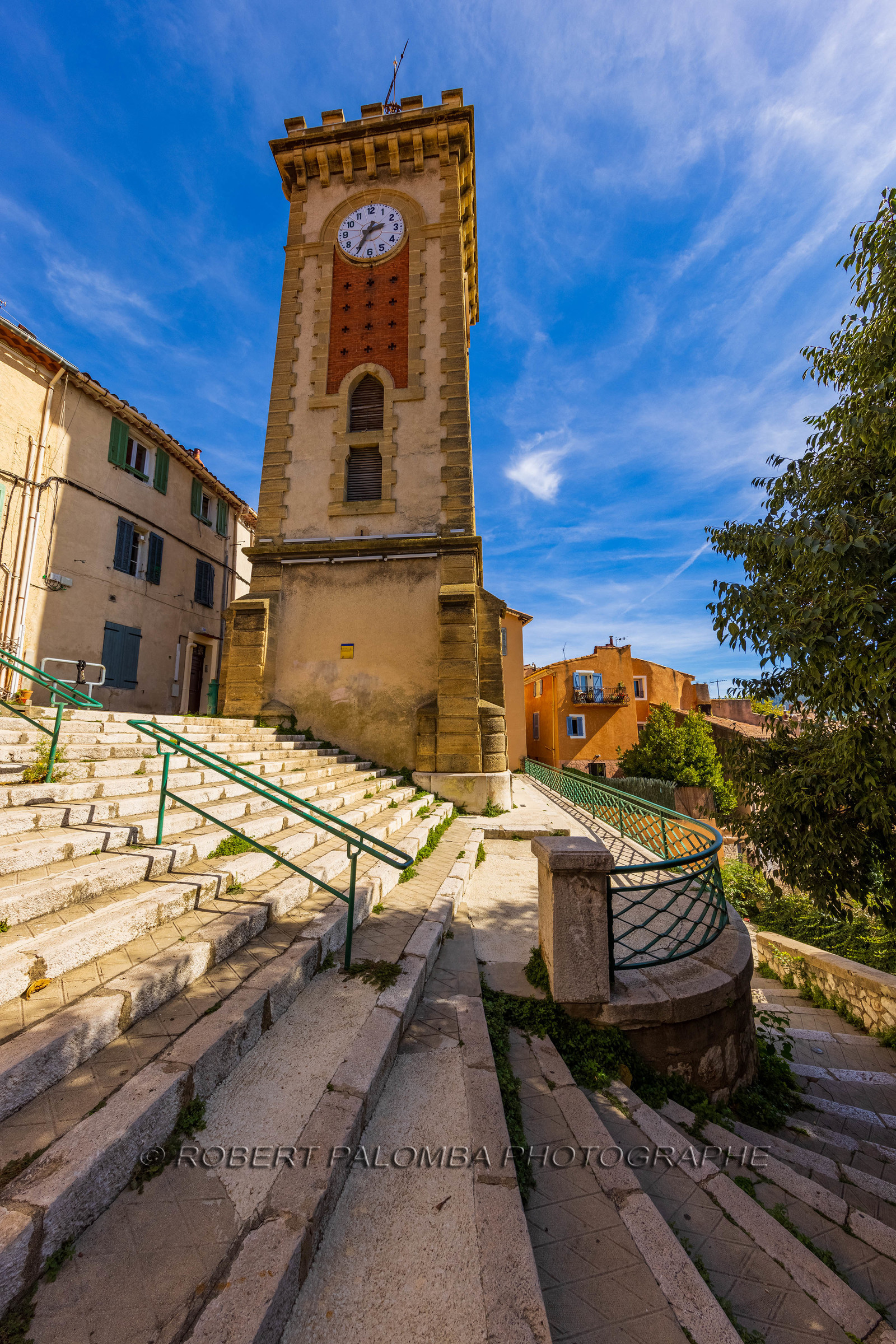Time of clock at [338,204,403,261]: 2:34
